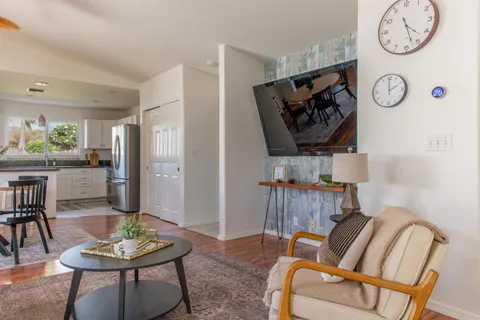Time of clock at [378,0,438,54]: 4:27
